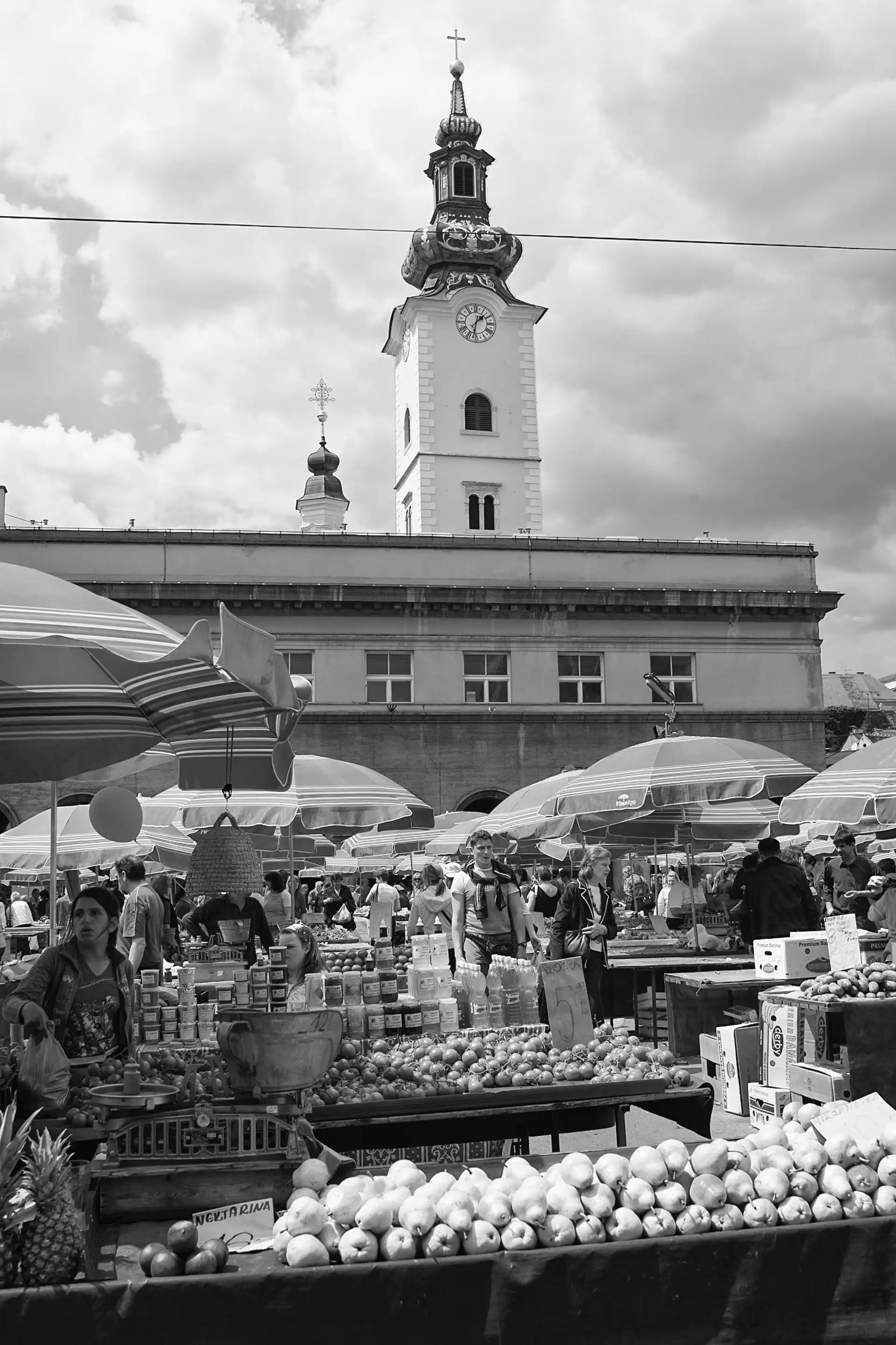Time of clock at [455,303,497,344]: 1:32
